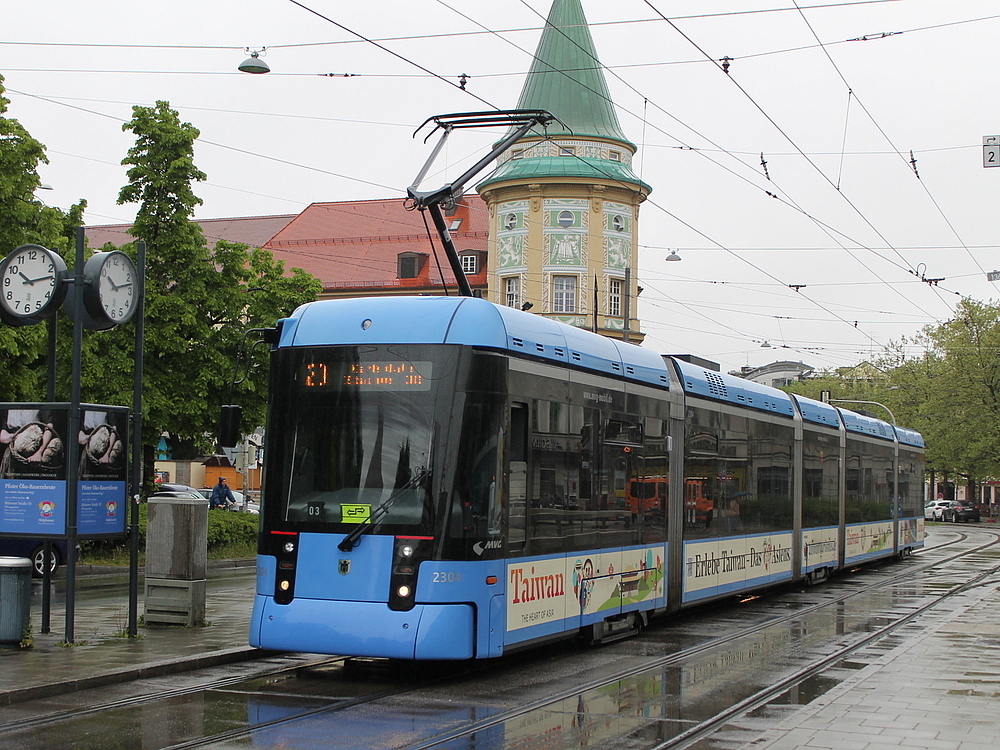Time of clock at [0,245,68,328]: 10:13
